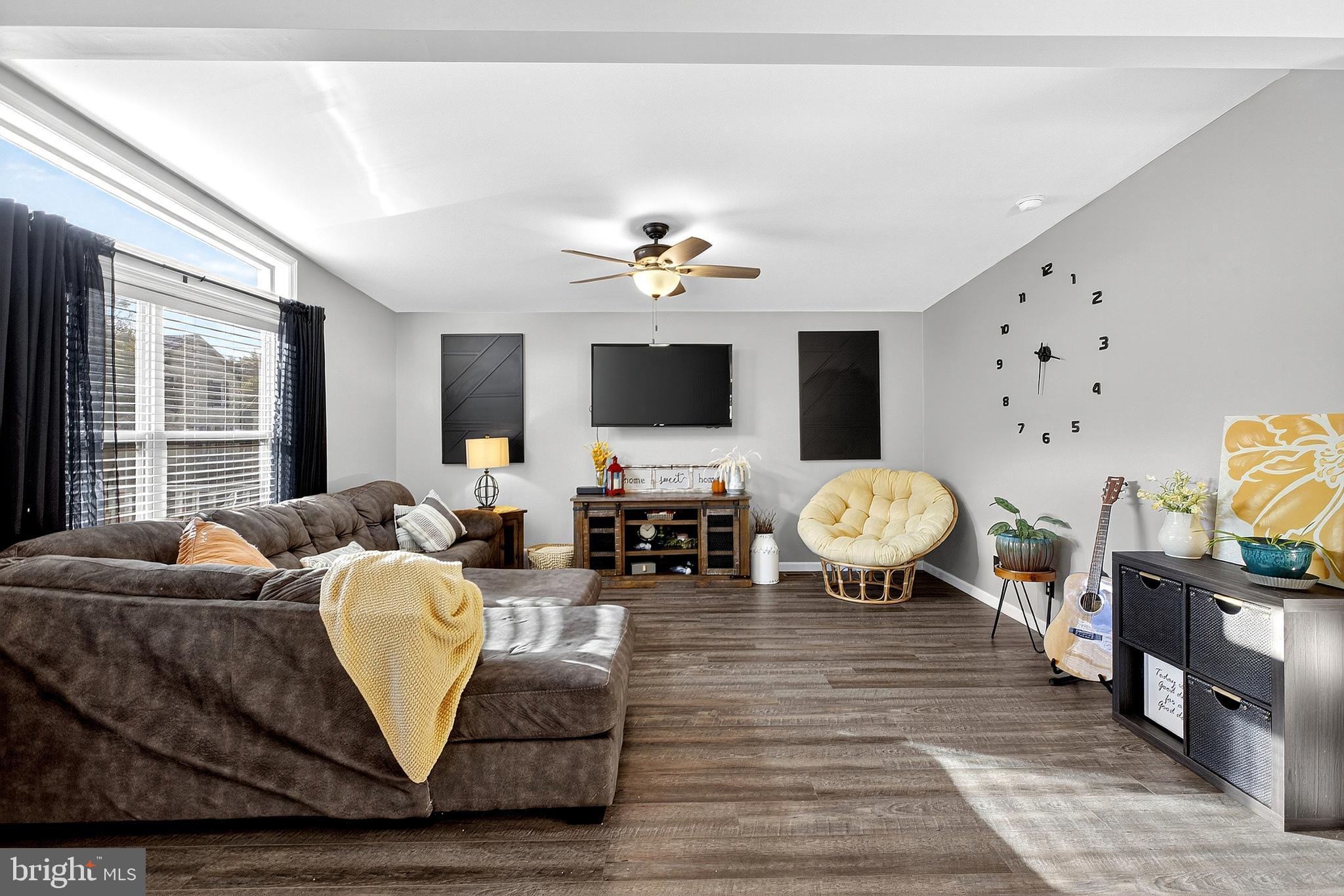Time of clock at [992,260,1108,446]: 3:32
